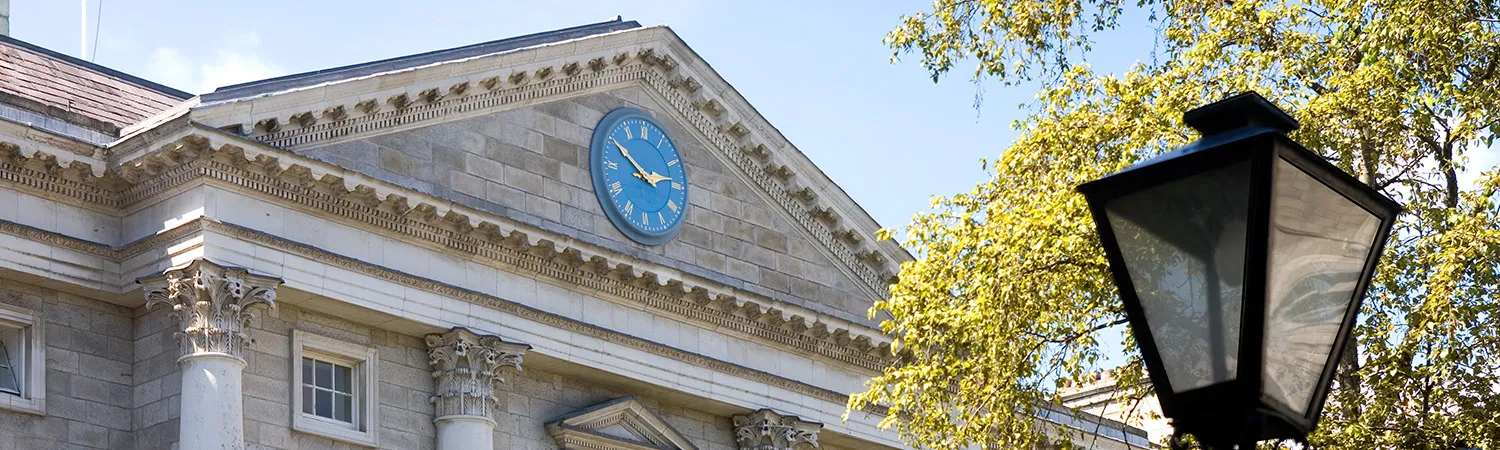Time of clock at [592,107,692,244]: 2:50
